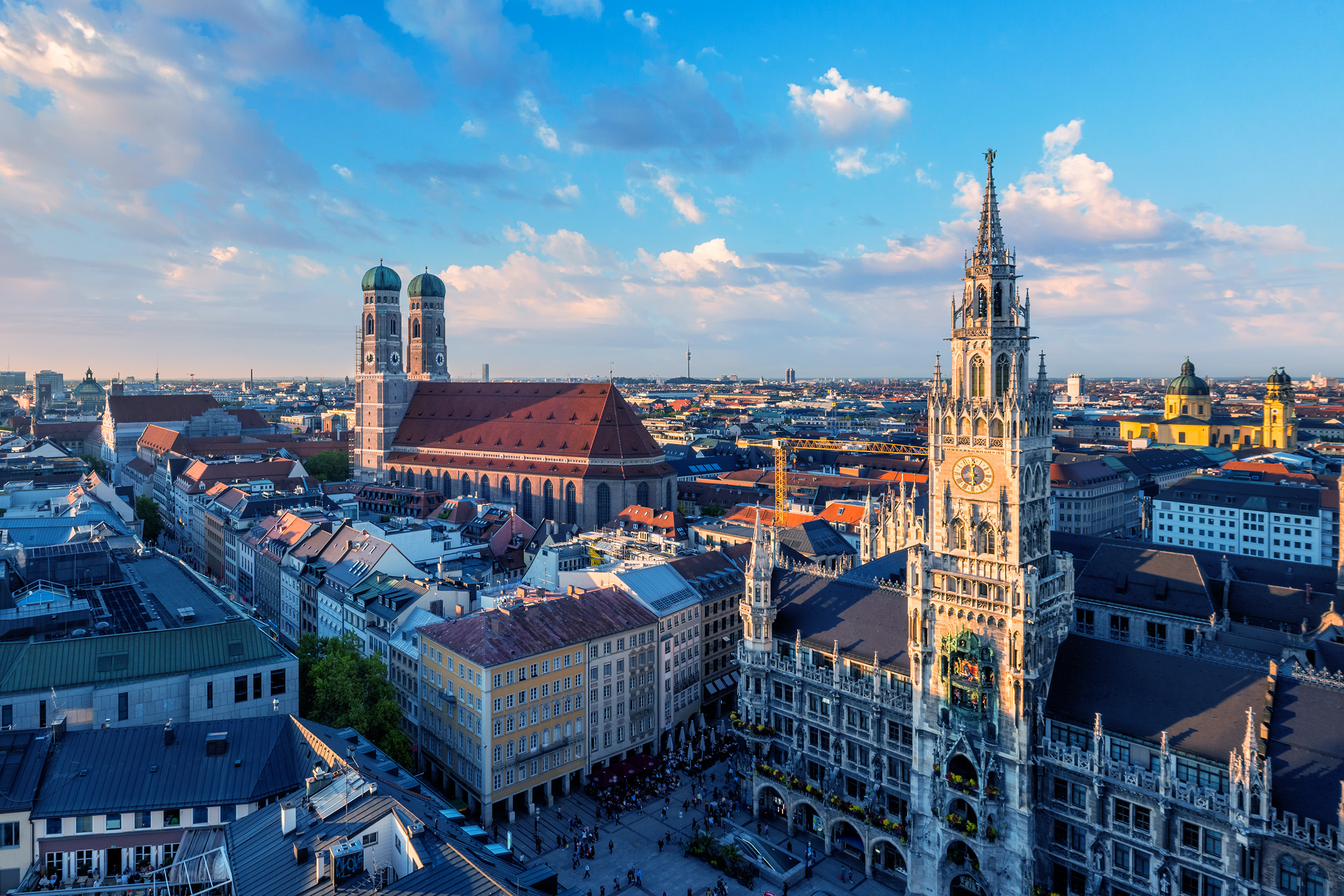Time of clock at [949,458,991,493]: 5:59
